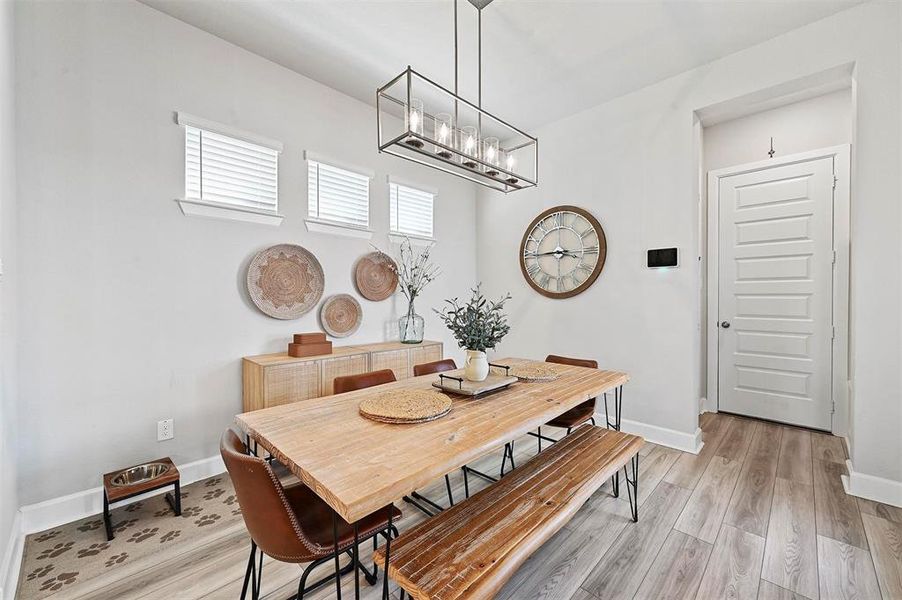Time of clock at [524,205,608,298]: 3:44
